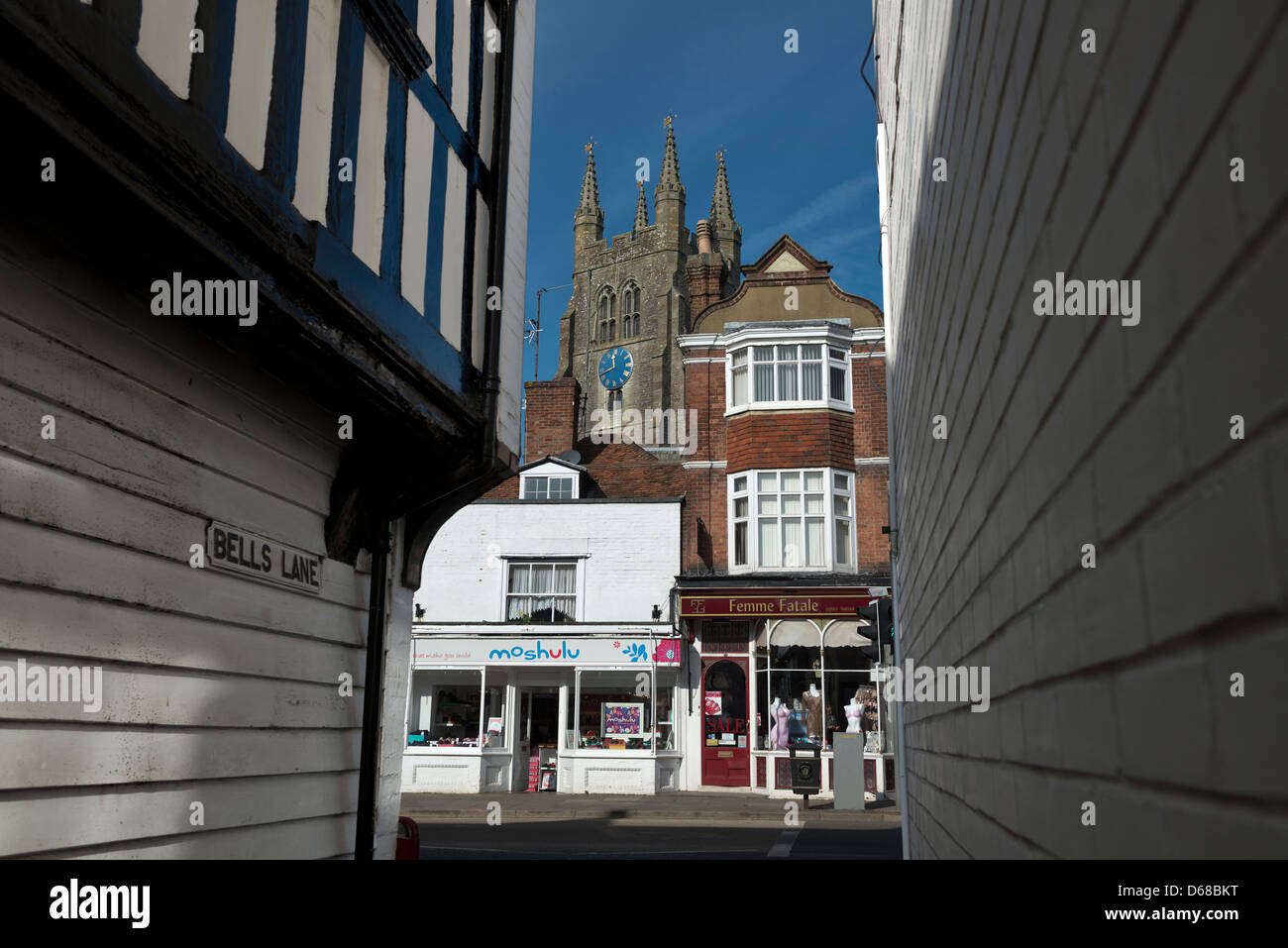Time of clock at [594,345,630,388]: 11:41
